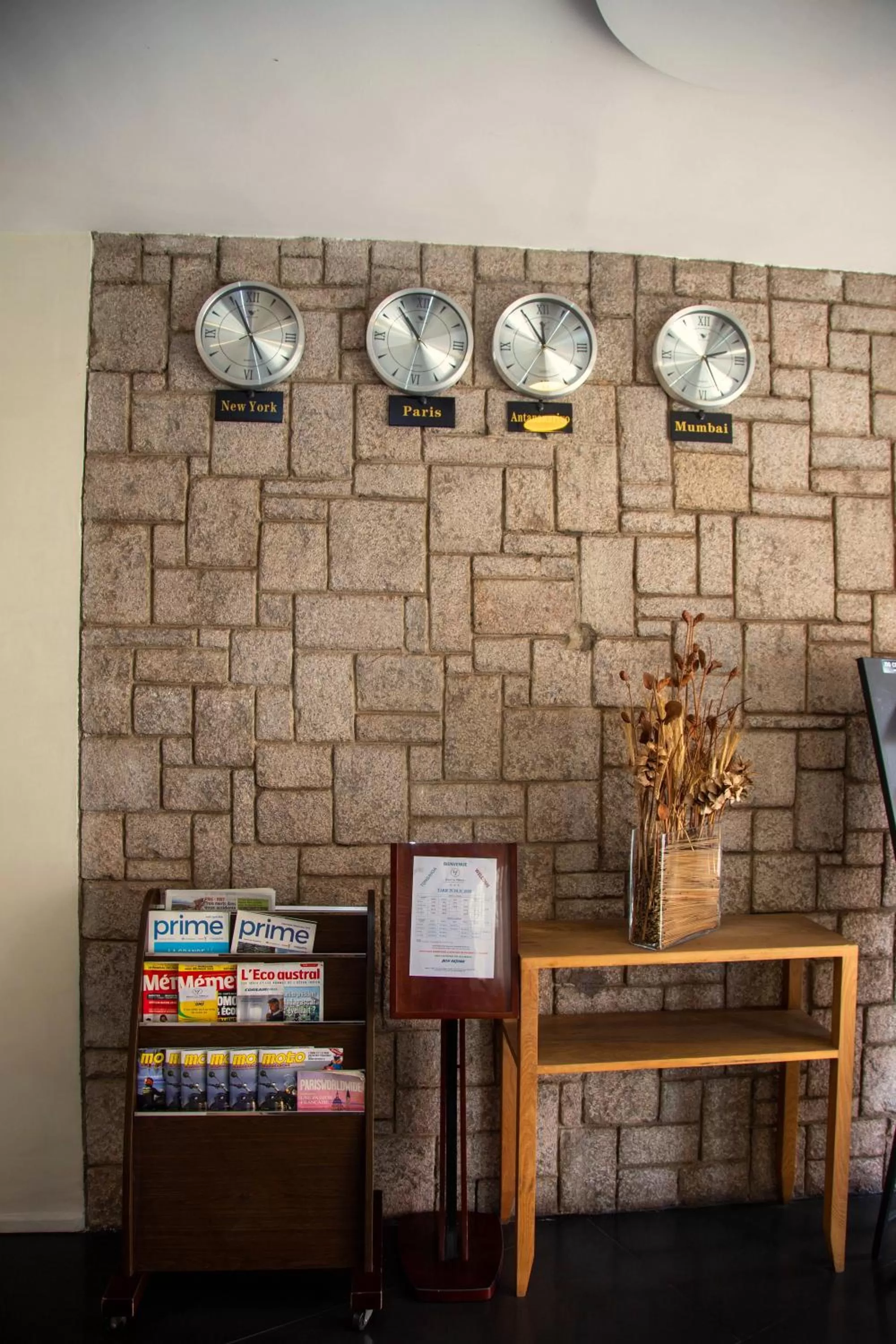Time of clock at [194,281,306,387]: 4:55
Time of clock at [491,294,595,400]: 11:54
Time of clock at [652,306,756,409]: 2:25
